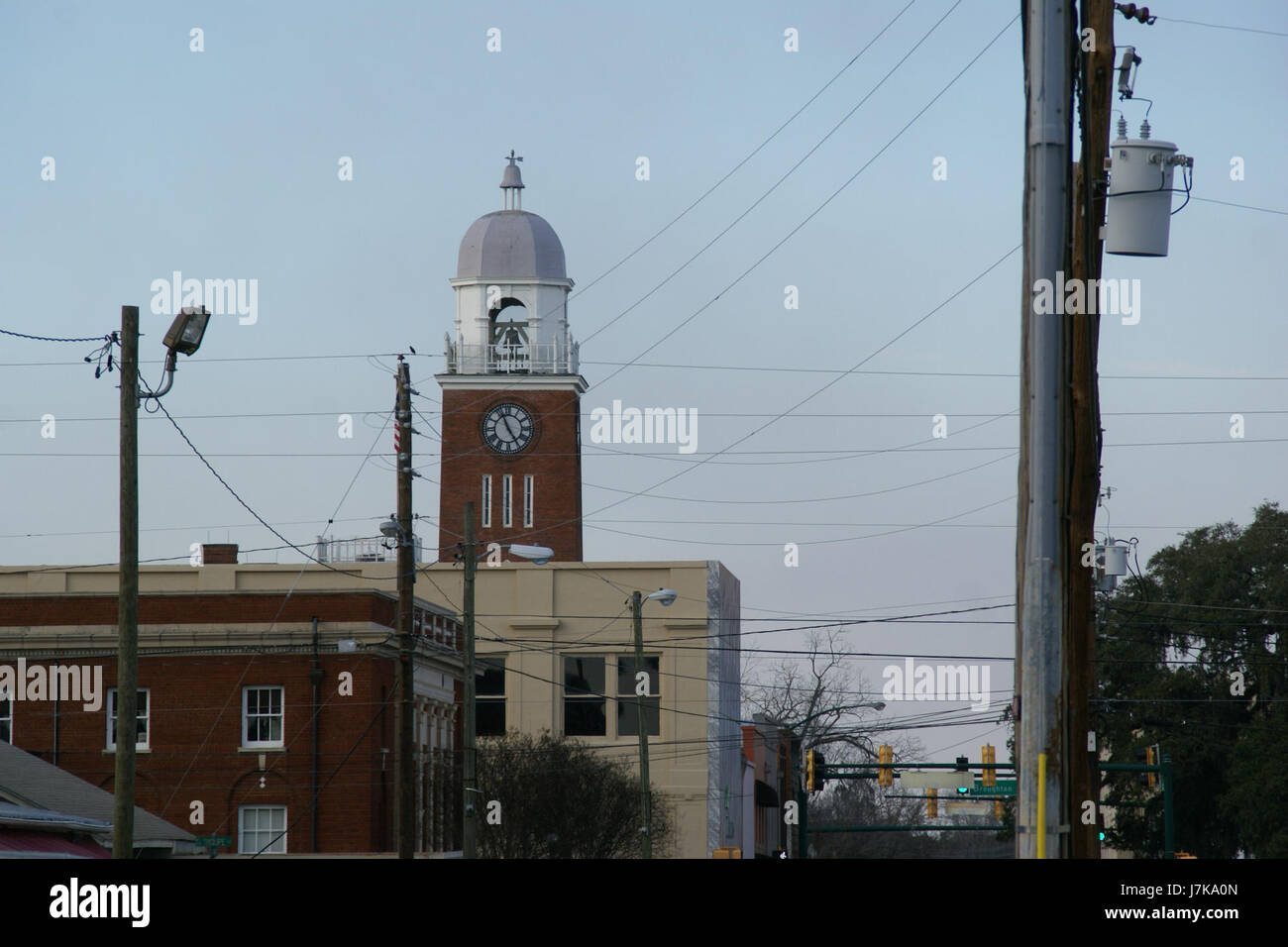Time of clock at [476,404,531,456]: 4:56
